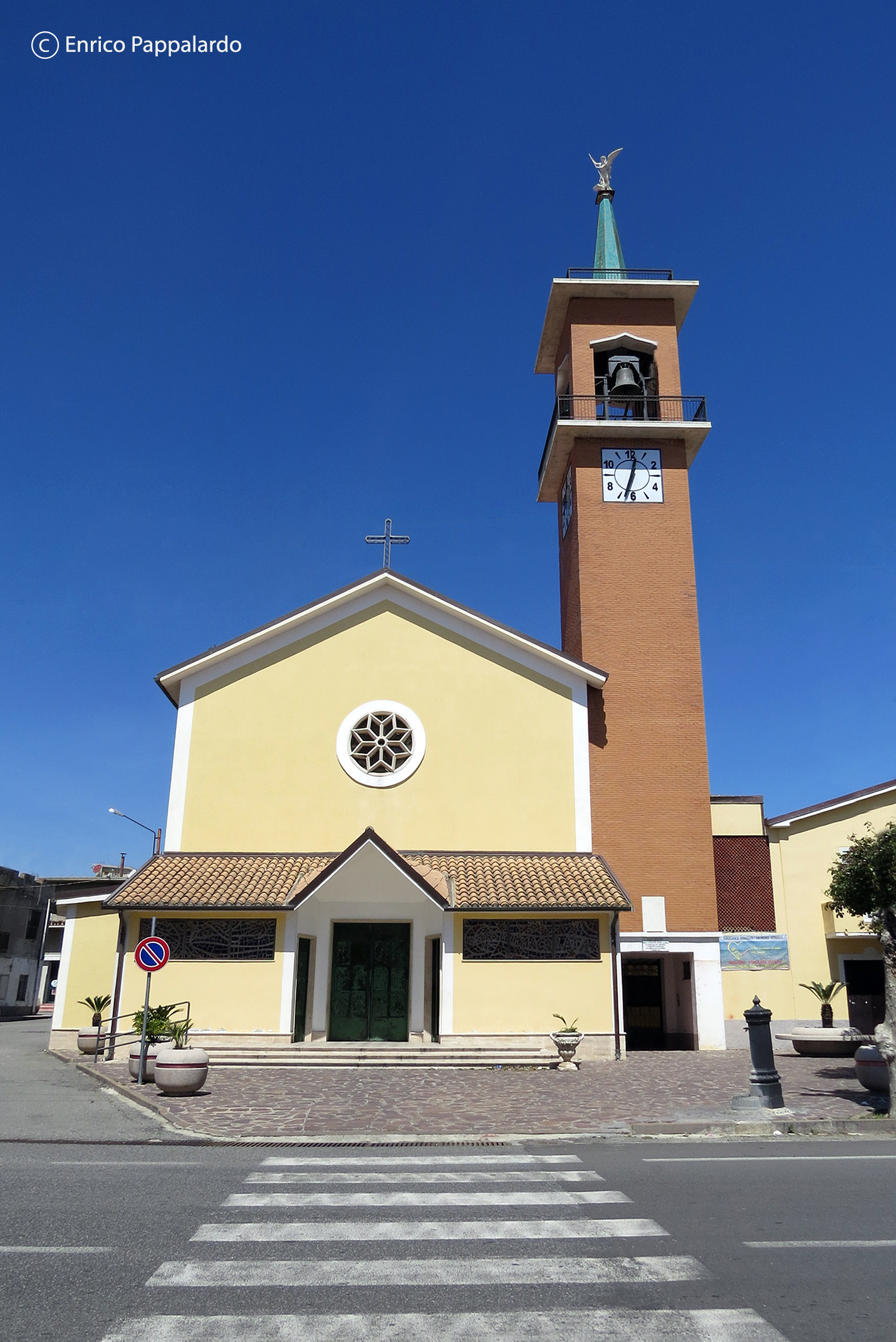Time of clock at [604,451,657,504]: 12:33
